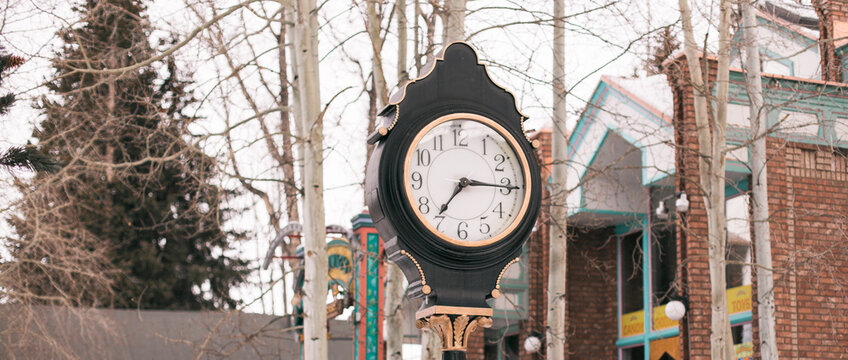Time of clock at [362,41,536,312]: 7:15
